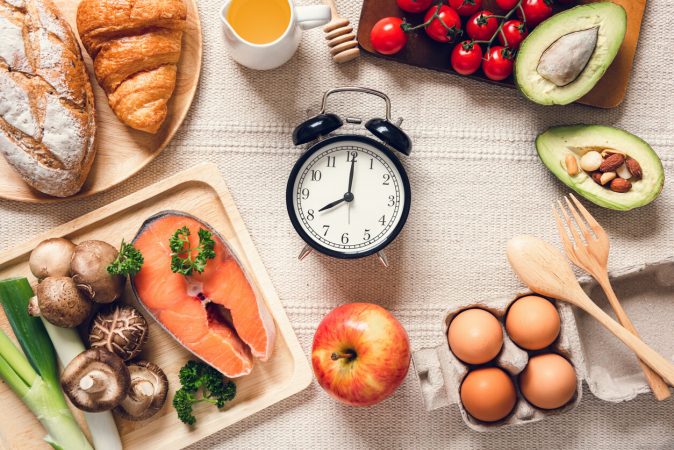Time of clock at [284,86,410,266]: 8:00
